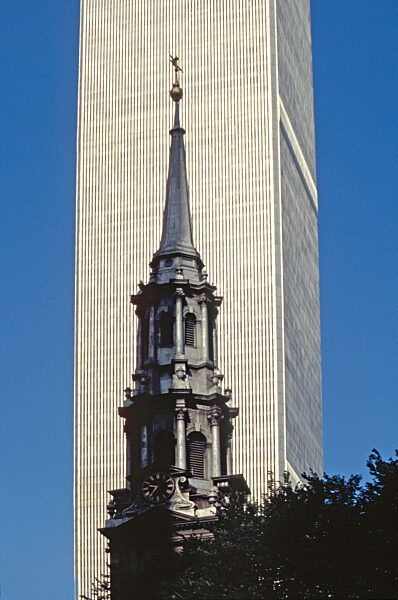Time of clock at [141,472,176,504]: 9:36
